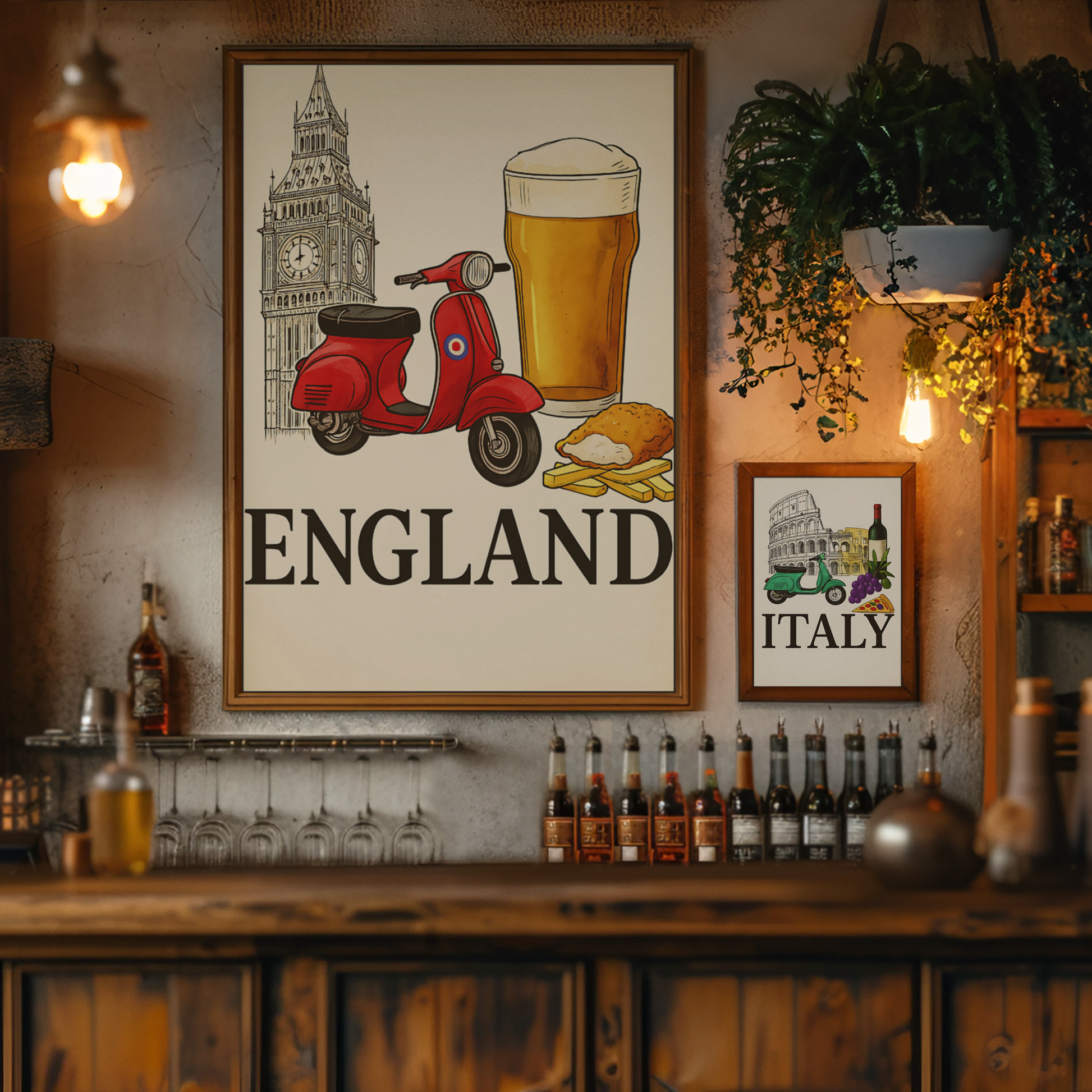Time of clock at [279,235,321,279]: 7:59
